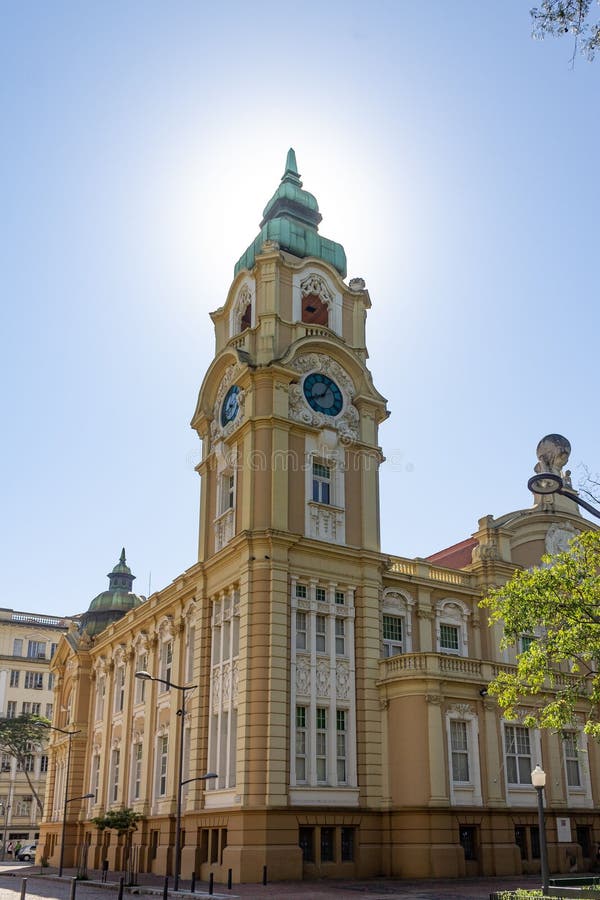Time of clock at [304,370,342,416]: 8:05
